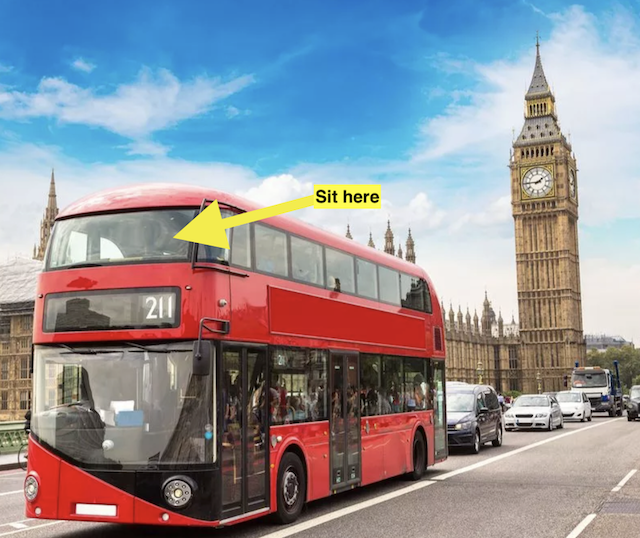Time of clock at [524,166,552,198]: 1:44
